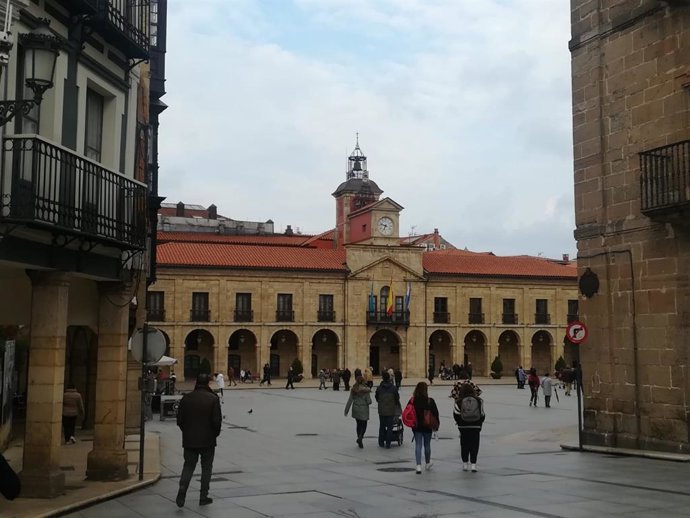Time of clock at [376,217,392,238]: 6:47
